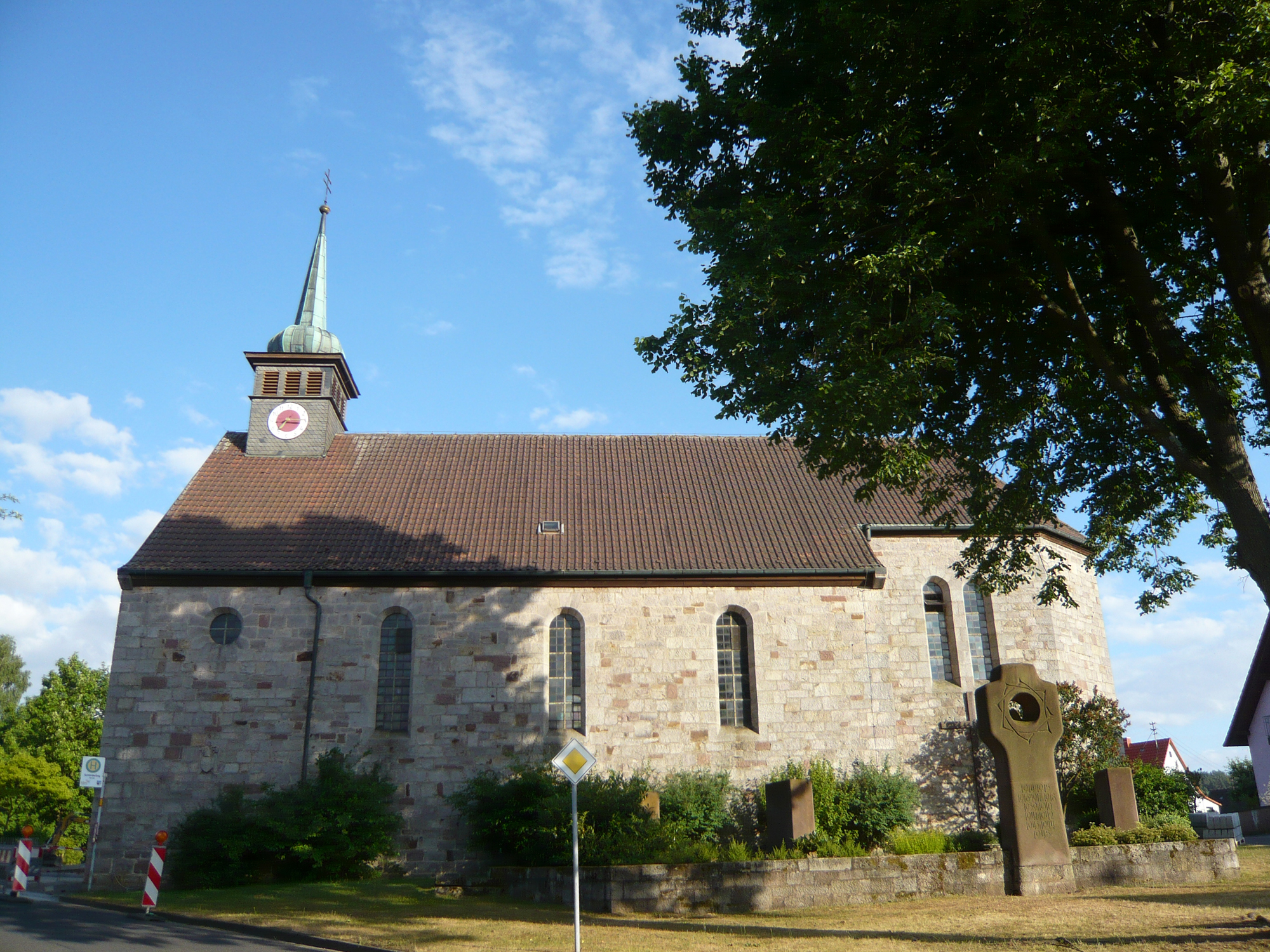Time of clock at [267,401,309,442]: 7:15
